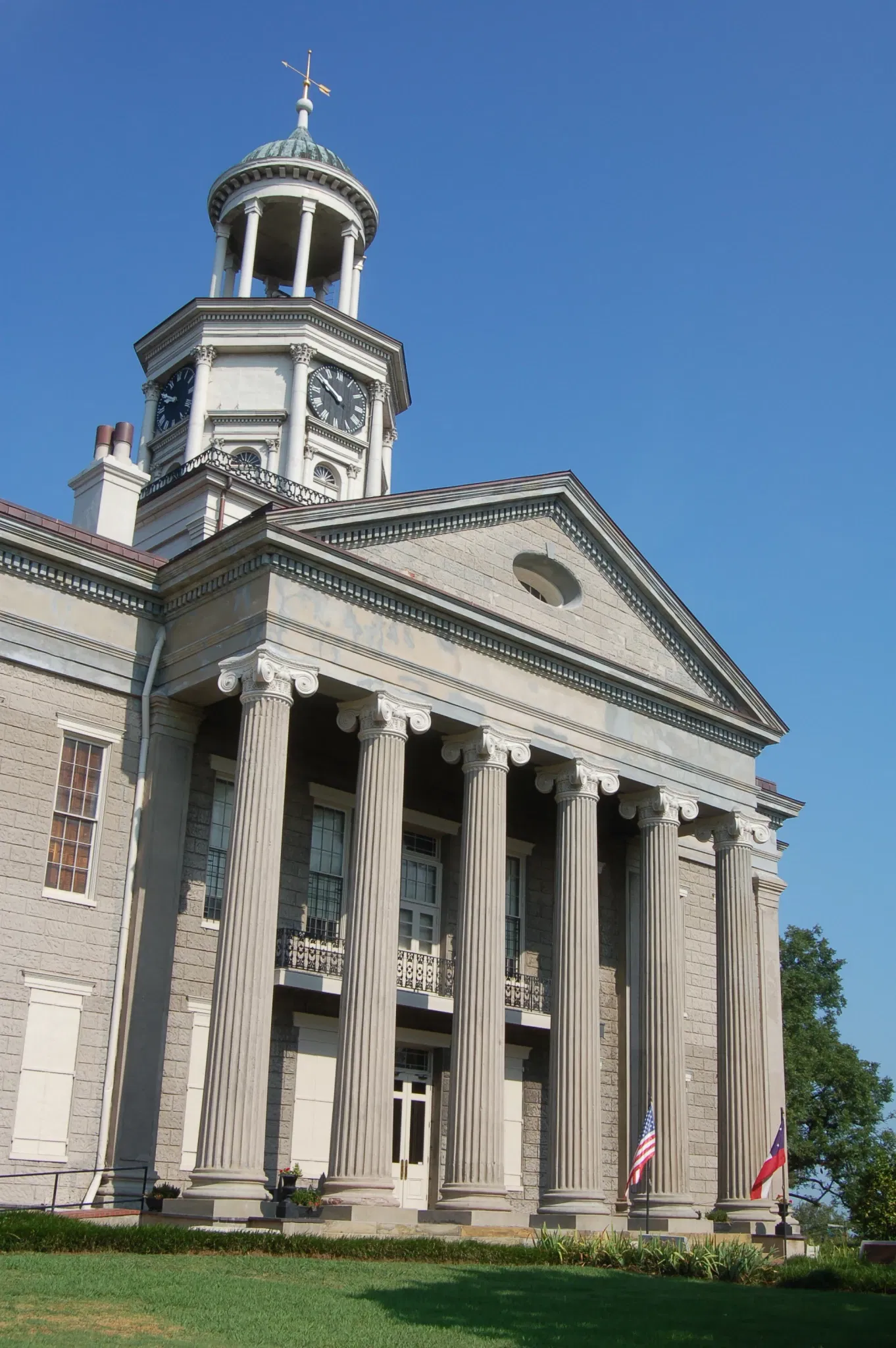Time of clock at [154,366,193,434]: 9:50
